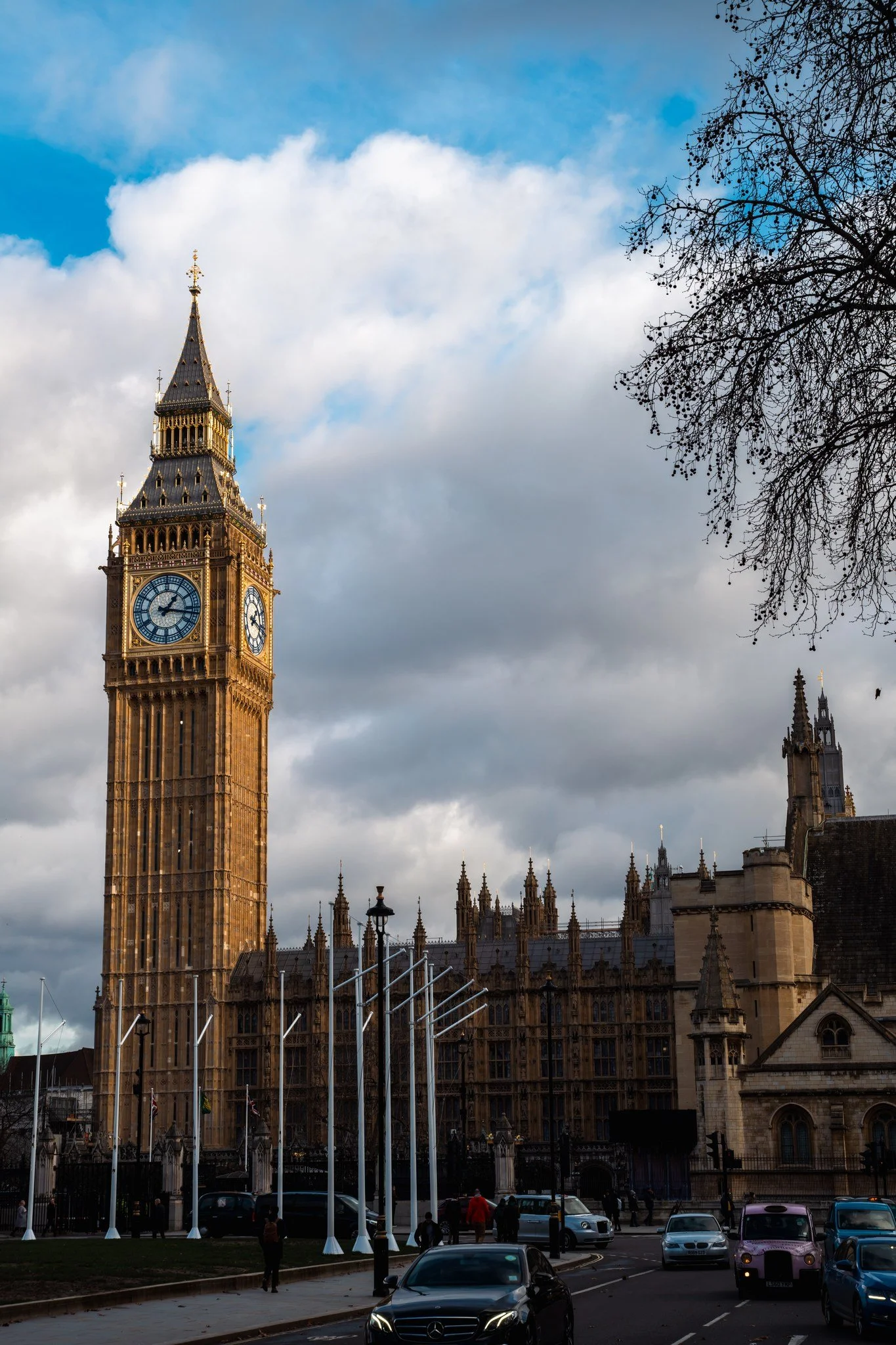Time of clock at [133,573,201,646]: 1:16
